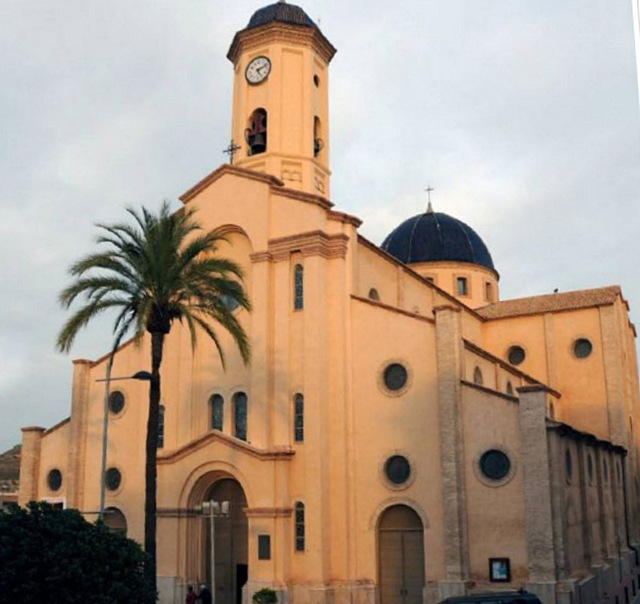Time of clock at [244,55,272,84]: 5:11
